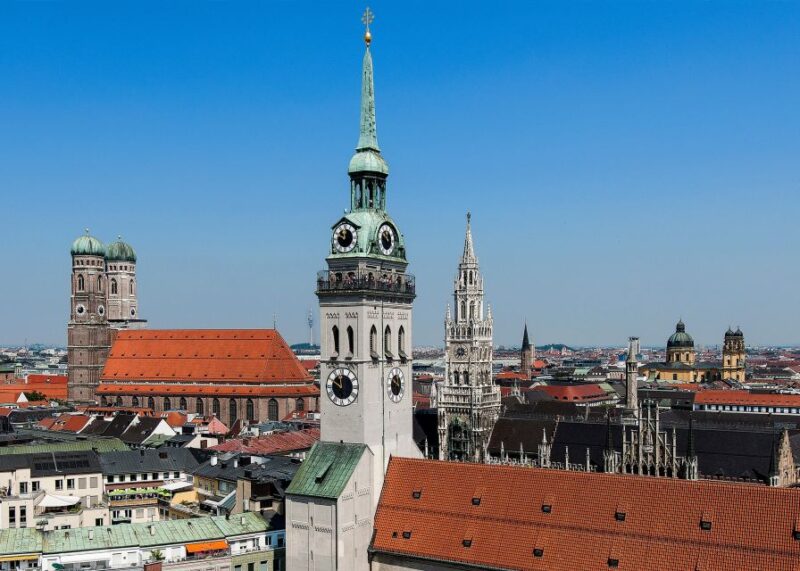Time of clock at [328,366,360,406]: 11:50
